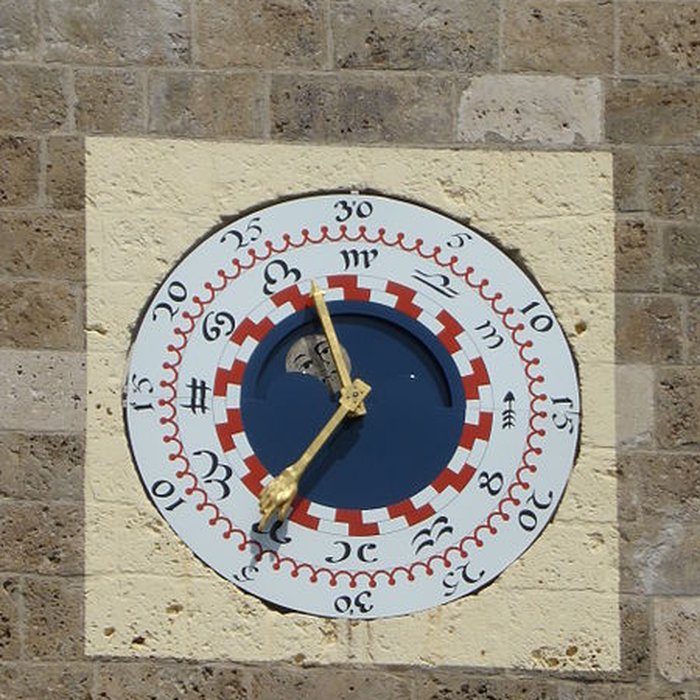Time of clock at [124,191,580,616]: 11:35
